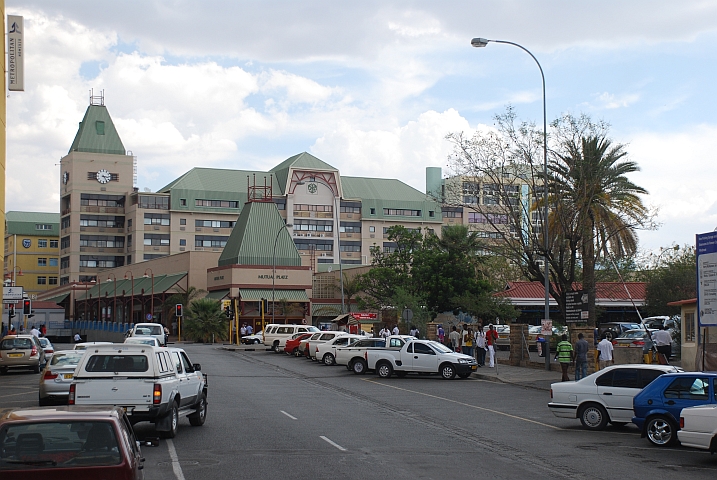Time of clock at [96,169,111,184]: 3:24
